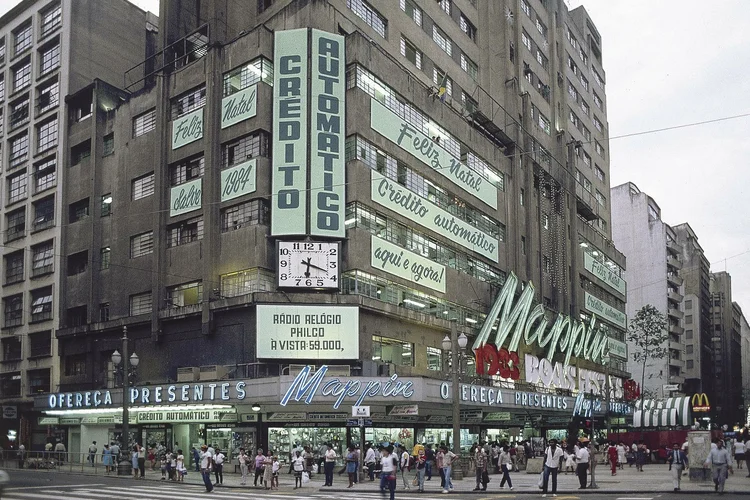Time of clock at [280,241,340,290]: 6:18
